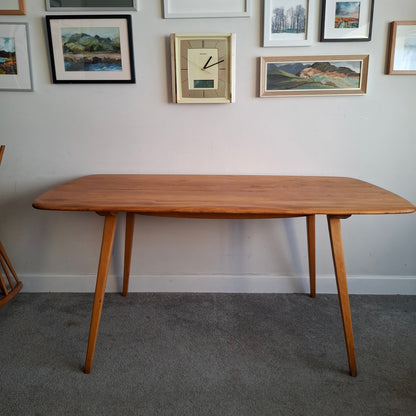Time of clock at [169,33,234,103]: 1:11
